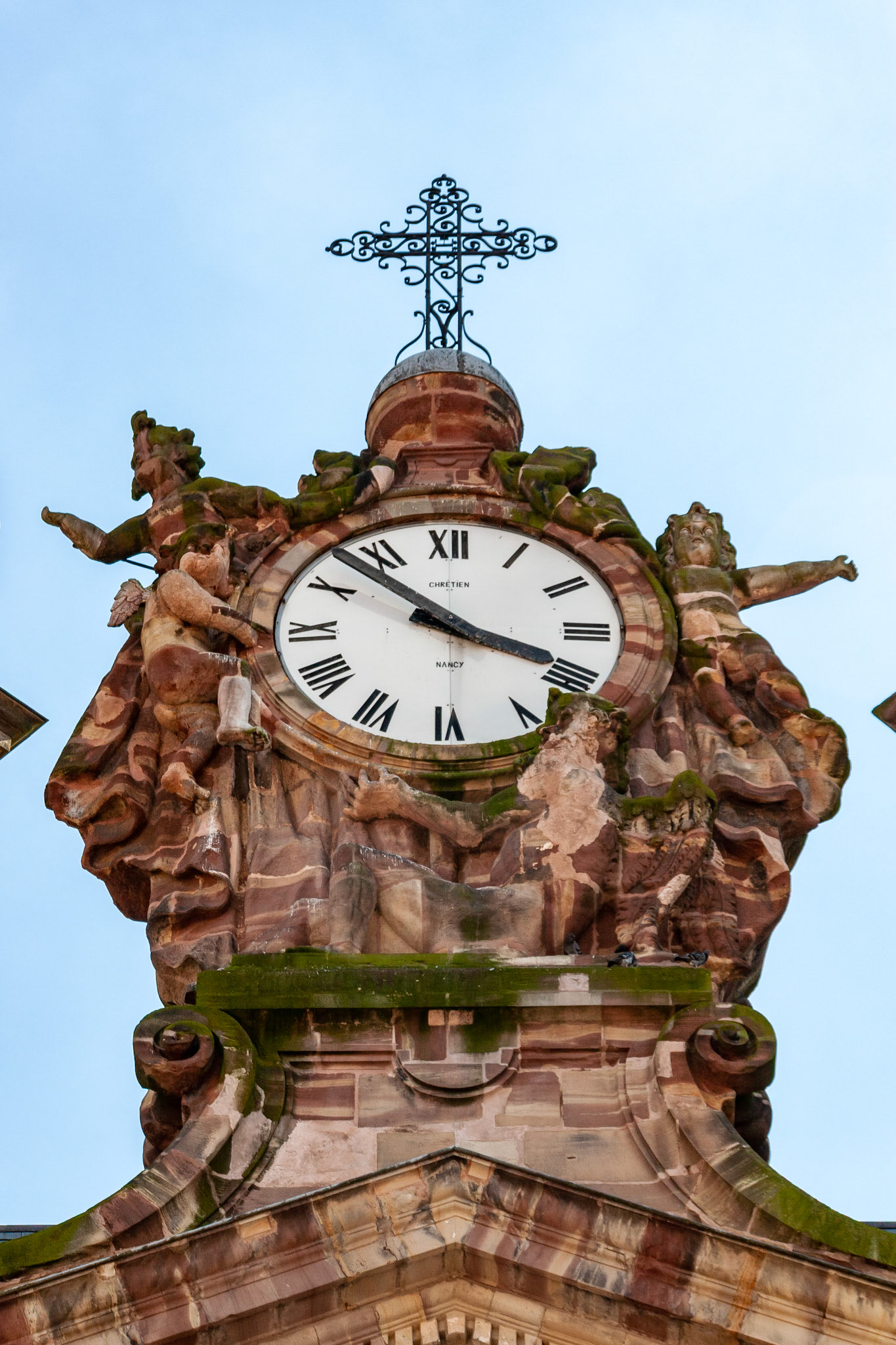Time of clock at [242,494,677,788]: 3:52
